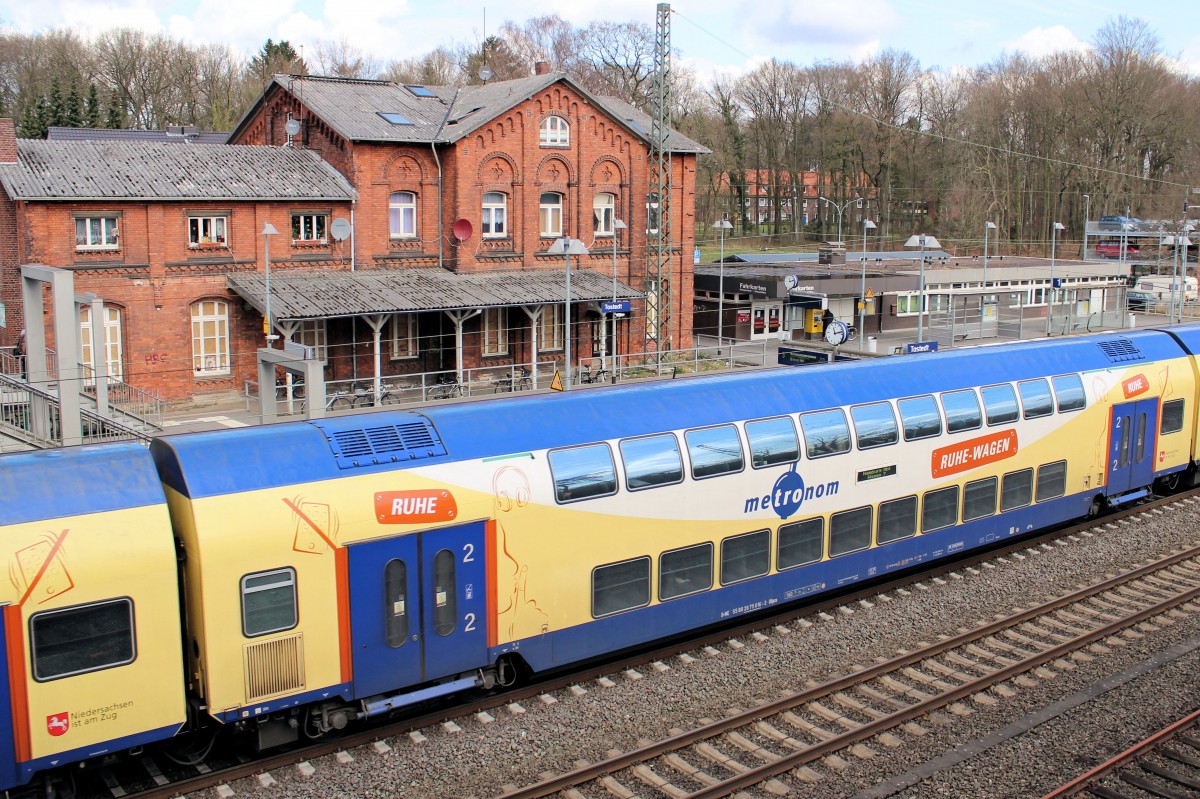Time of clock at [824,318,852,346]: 11:12
